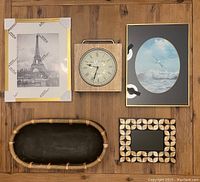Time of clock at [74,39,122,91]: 9:33
